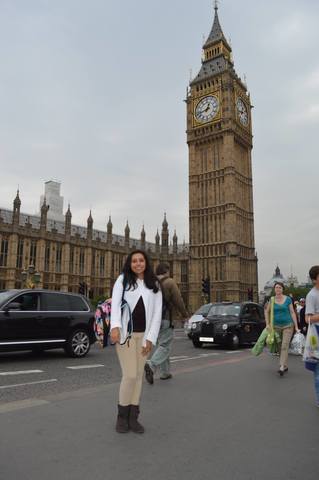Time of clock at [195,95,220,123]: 12:42
